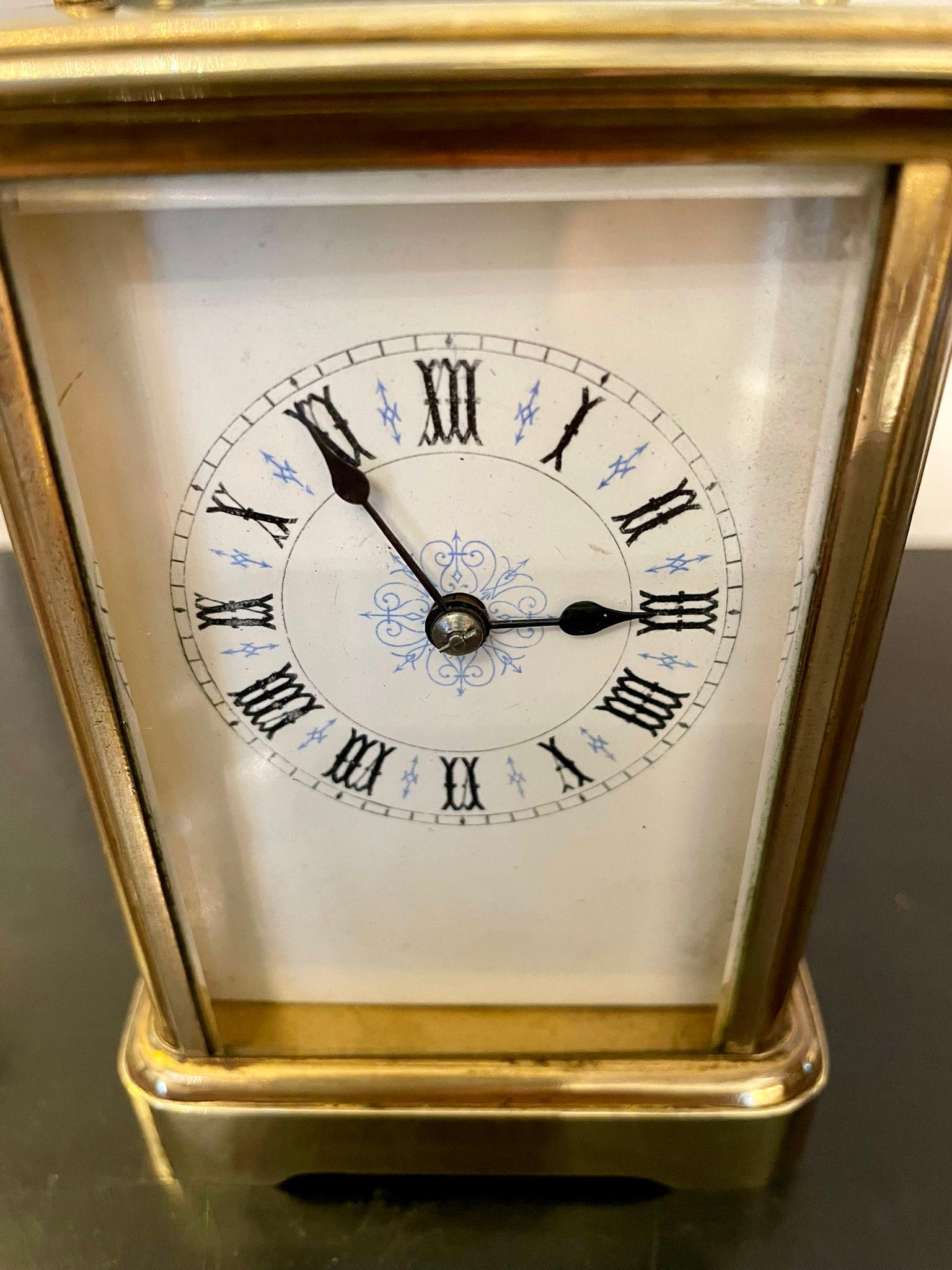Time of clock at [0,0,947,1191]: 2:54
